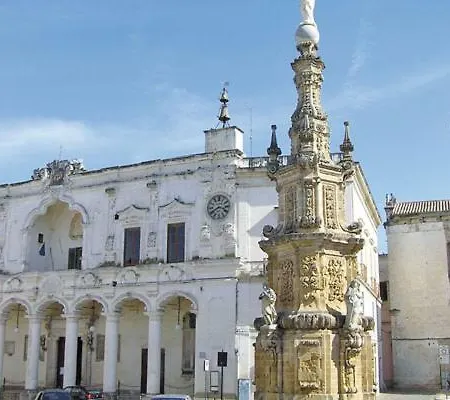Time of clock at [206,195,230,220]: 3:40
